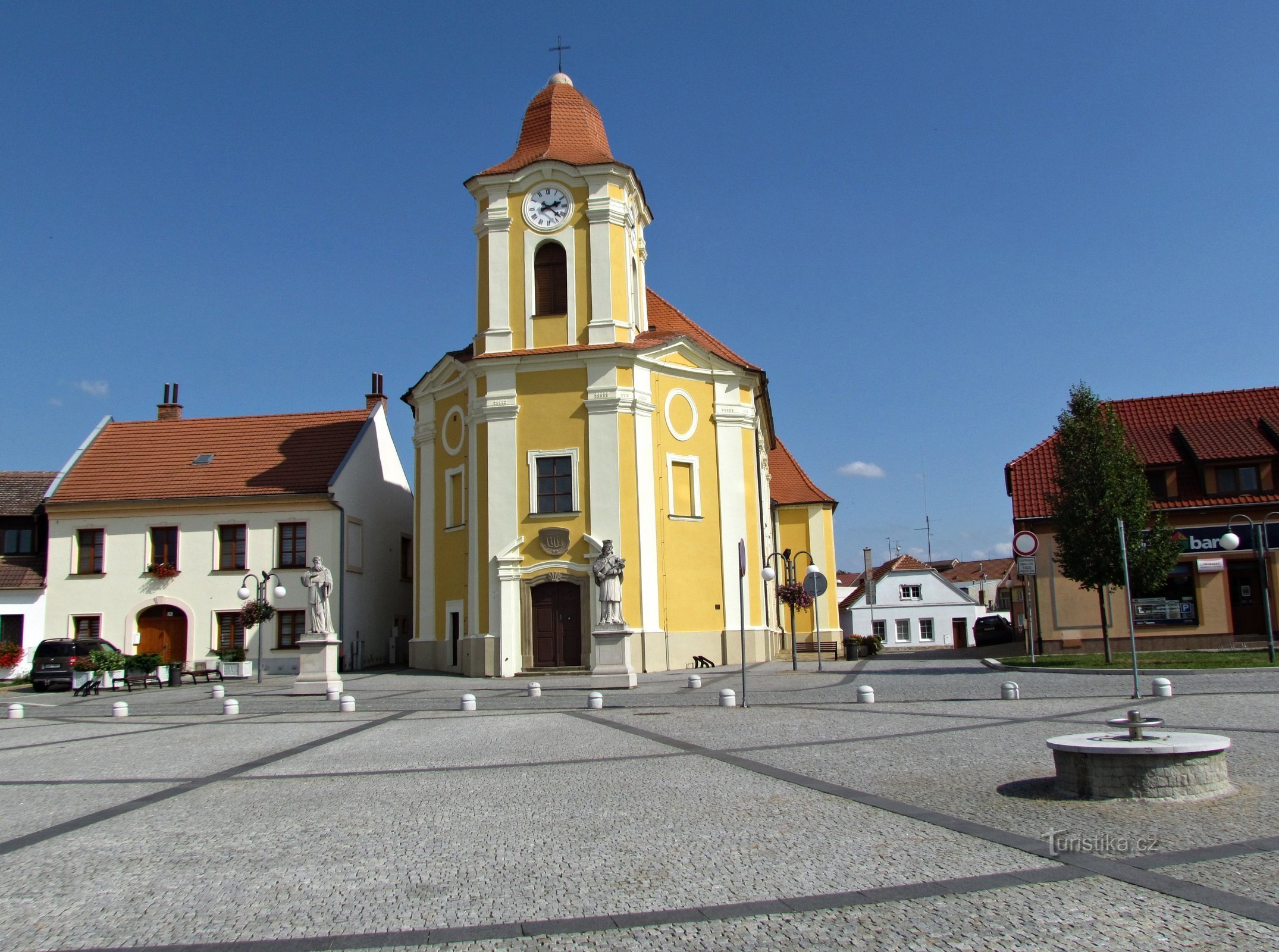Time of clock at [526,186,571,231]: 2:21
